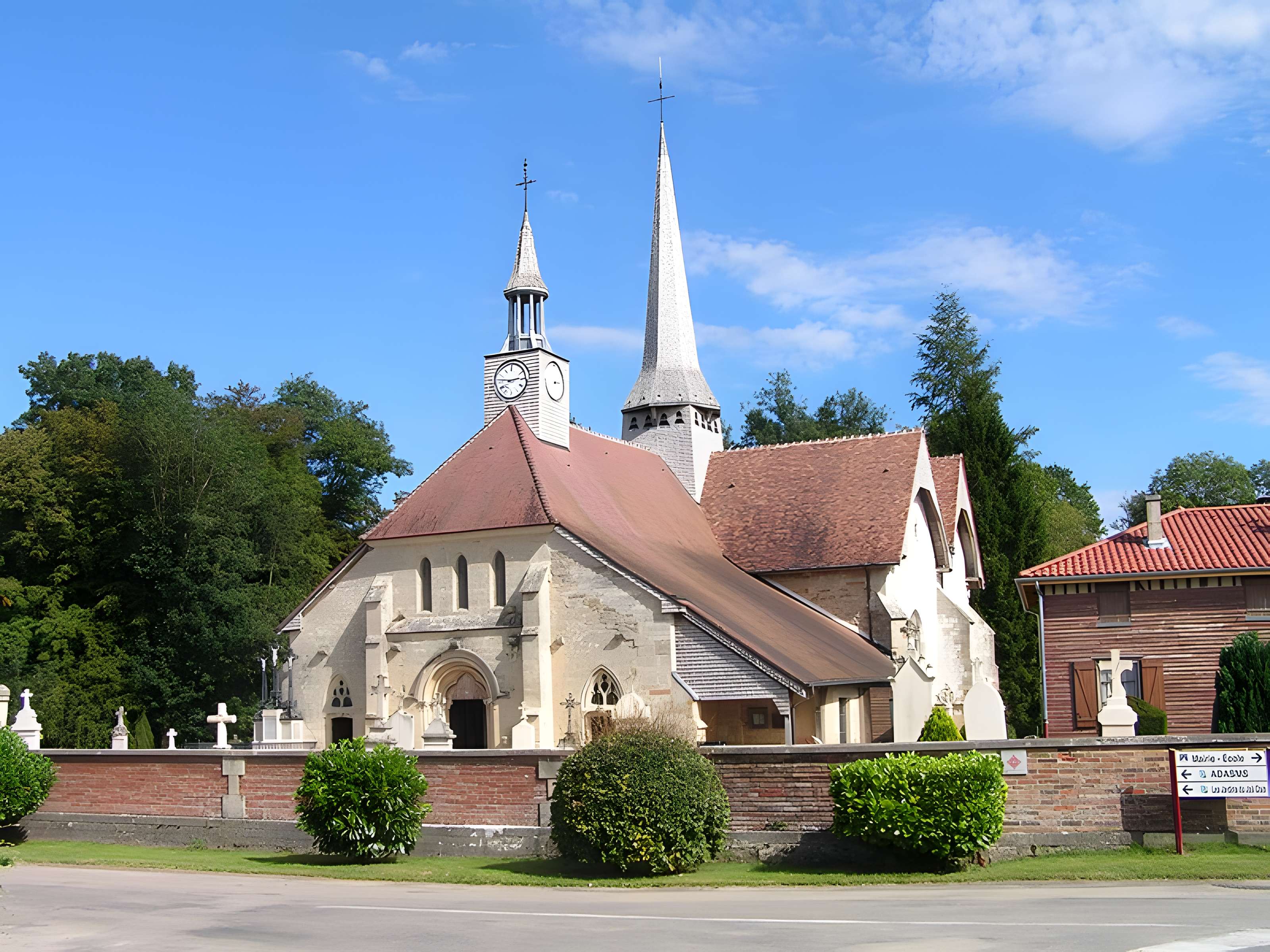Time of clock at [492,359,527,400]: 2:46
